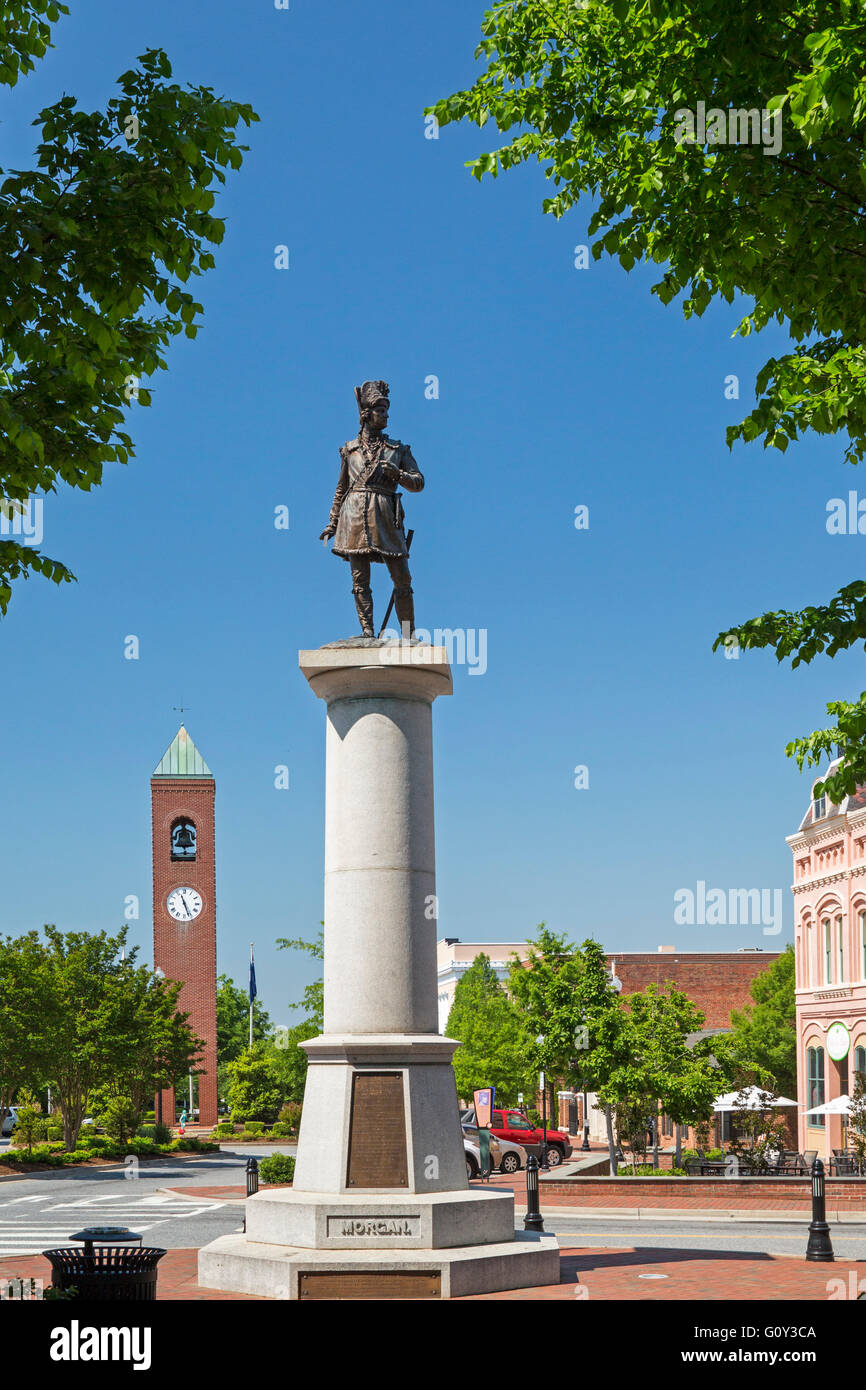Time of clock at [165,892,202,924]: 11:26
